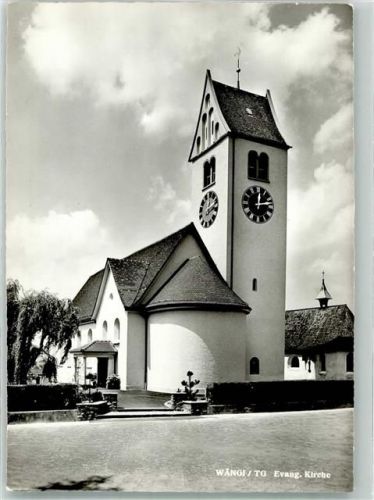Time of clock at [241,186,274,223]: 12:13
